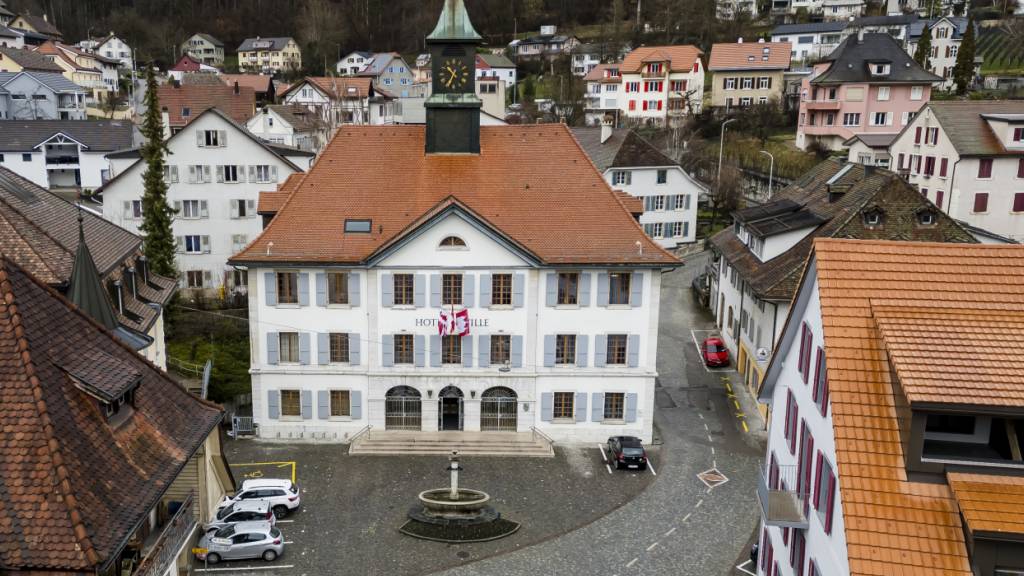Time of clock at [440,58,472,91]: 10:34
